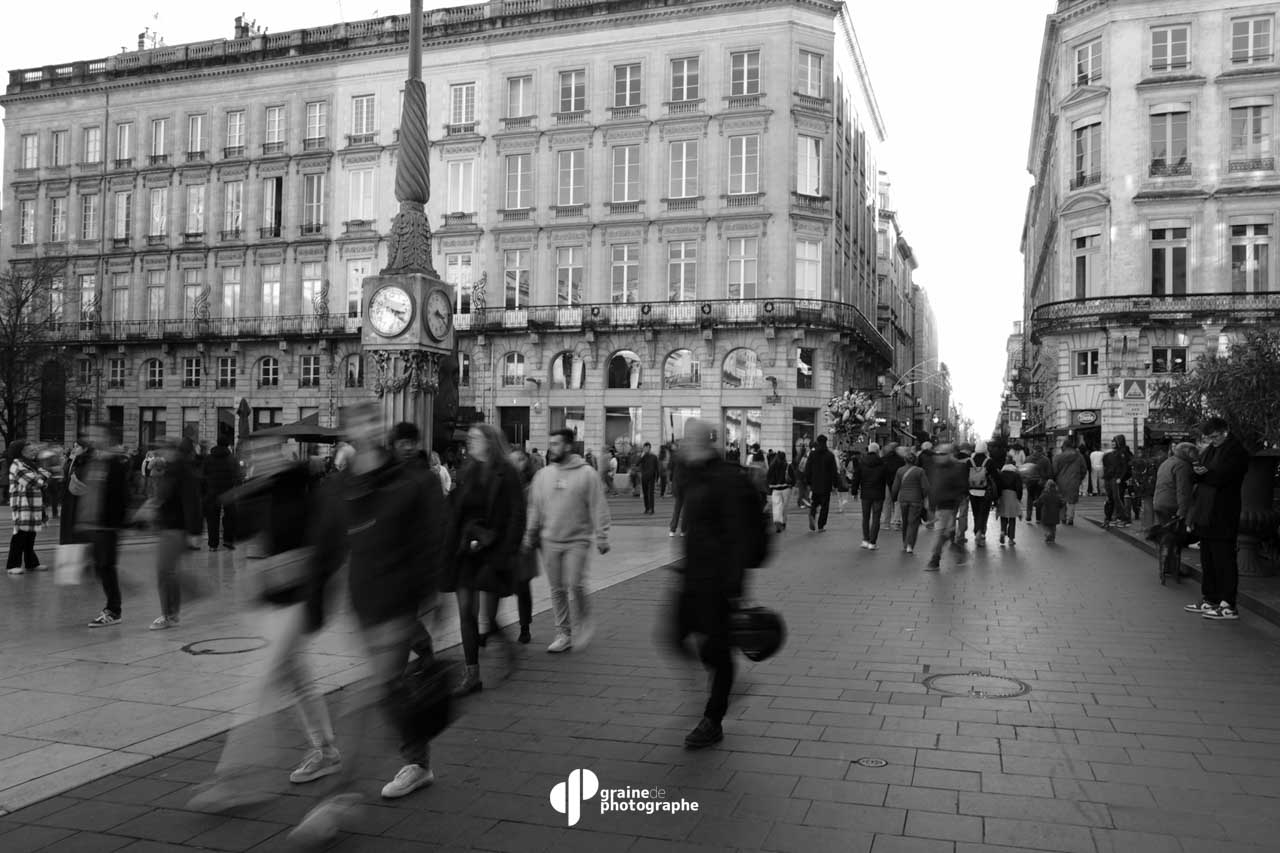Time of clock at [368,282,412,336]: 3:21
